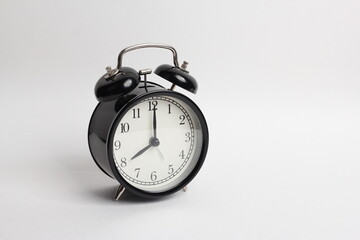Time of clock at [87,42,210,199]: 8:00
